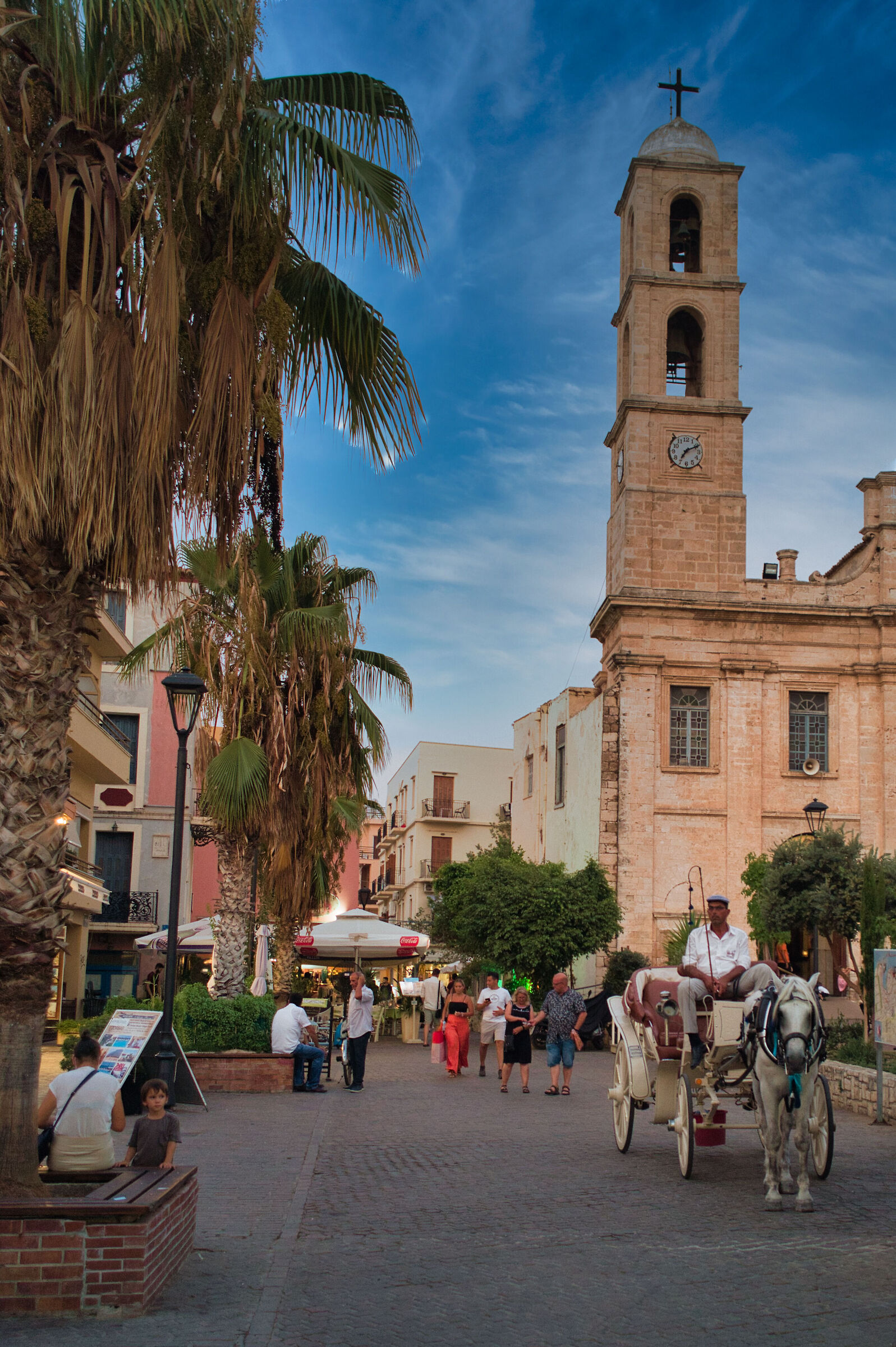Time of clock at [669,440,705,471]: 7:10
